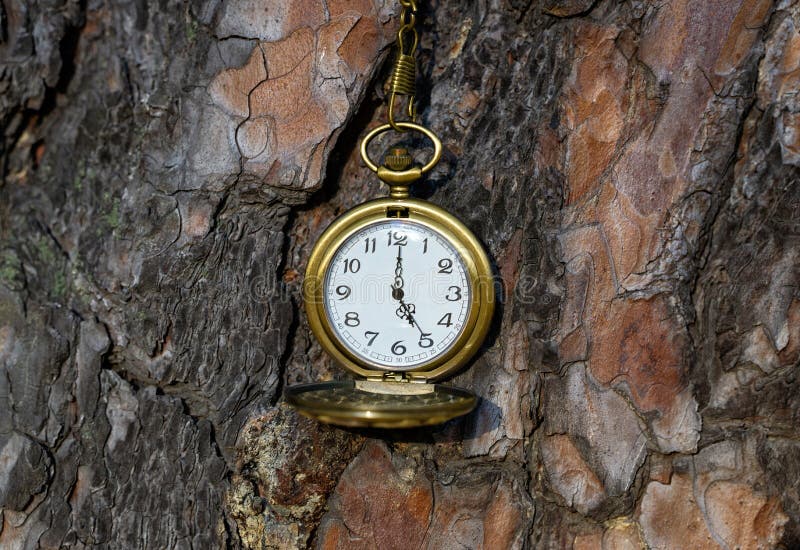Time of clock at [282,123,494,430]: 5:00
